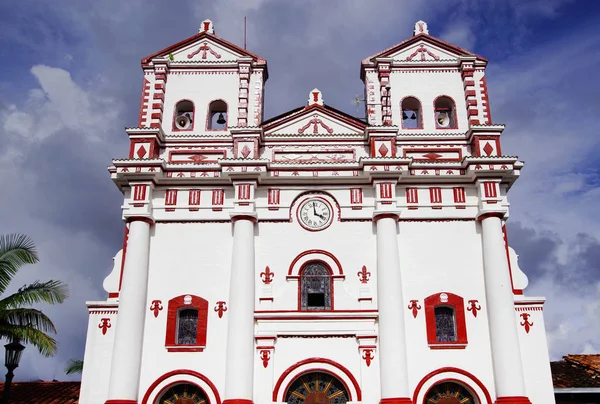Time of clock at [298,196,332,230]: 3:58
